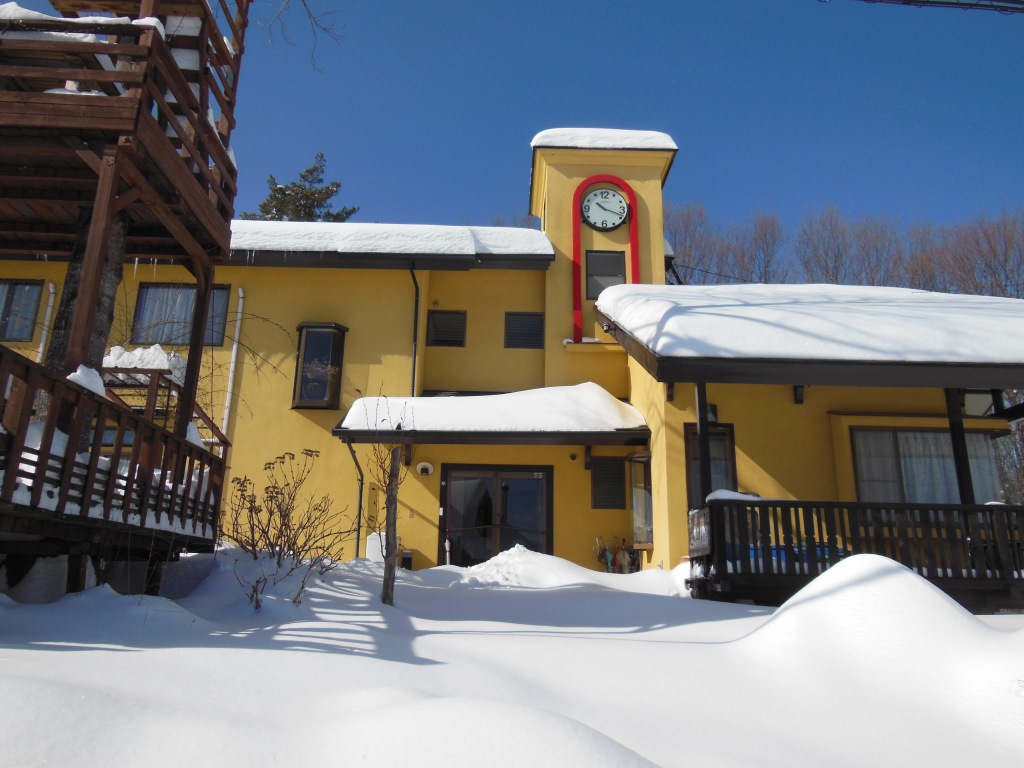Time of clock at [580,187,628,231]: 10:18
